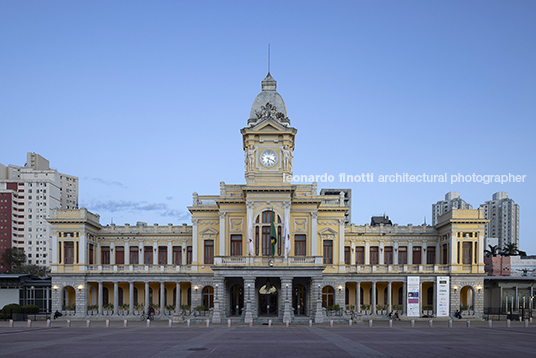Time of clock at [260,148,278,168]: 6:18
